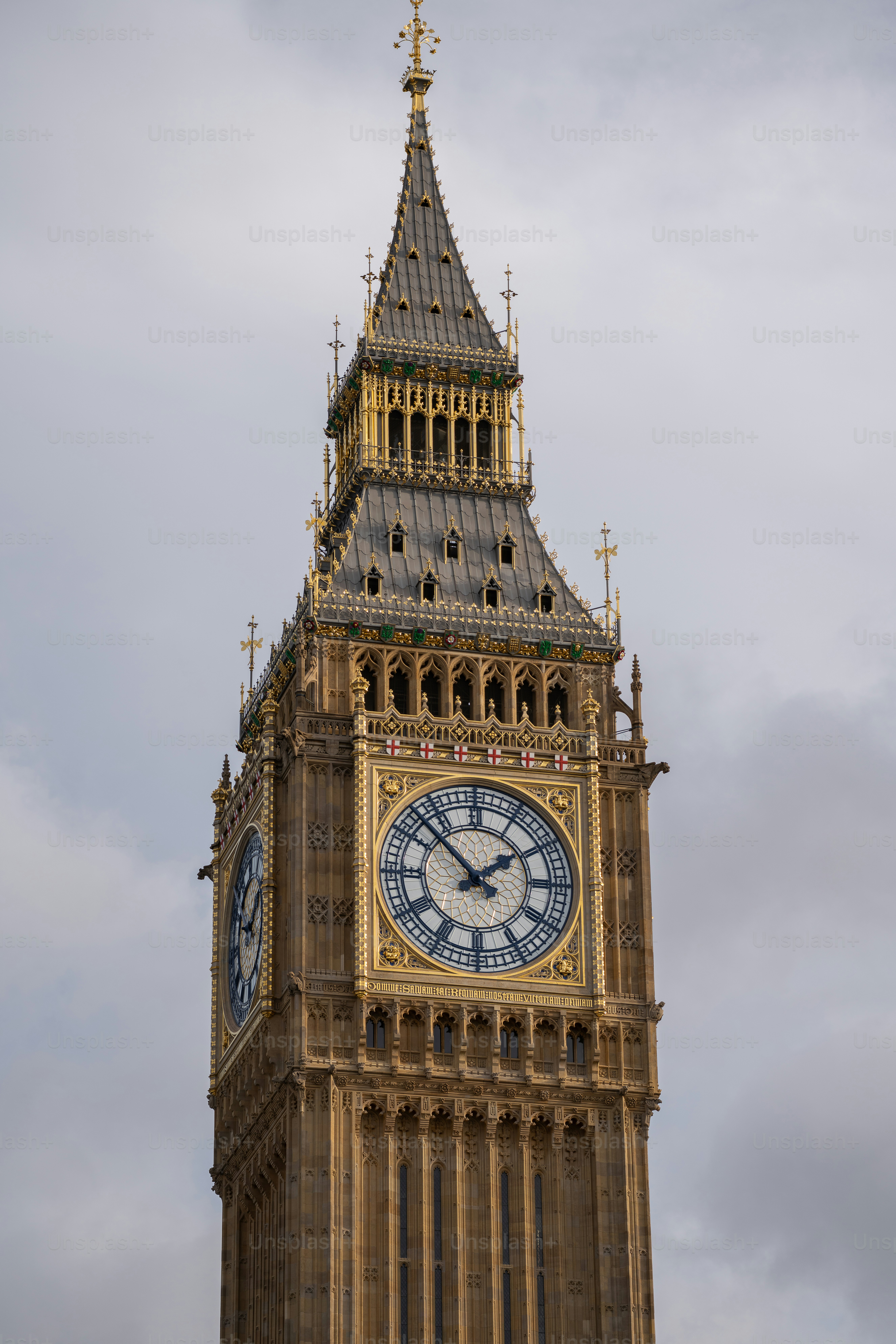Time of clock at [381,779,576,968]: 1:52
